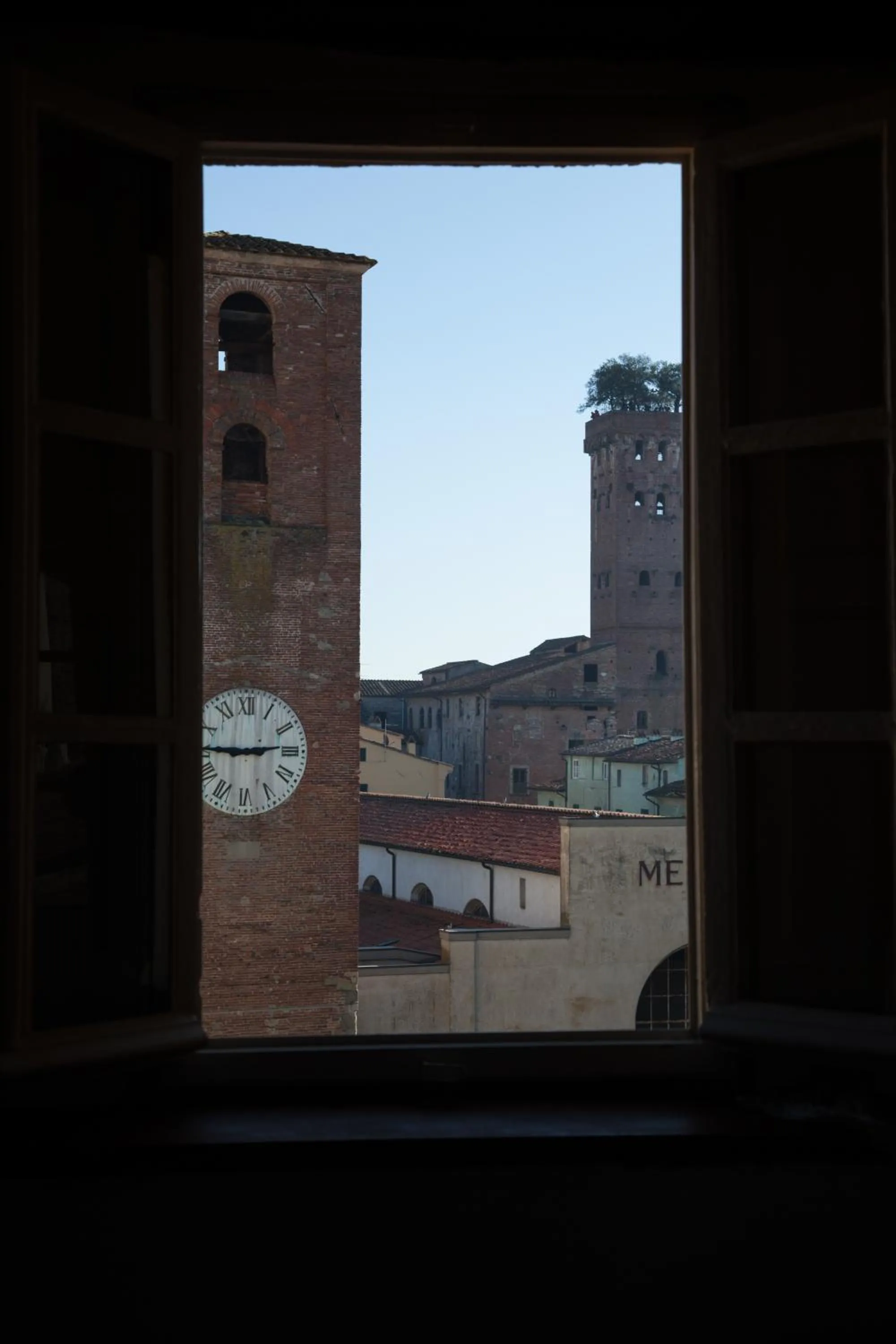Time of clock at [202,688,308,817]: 2:45
